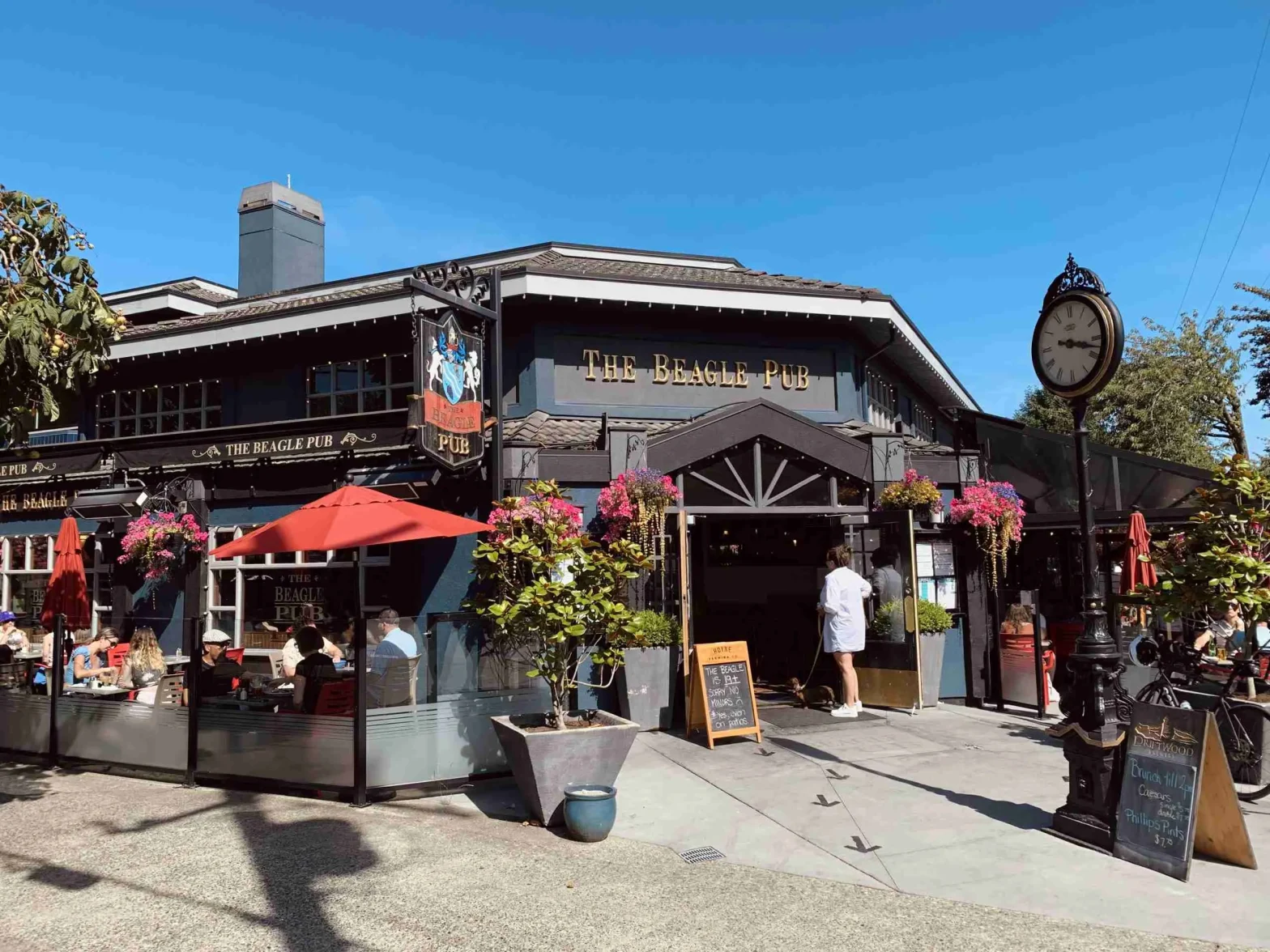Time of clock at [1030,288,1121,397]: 3:17
